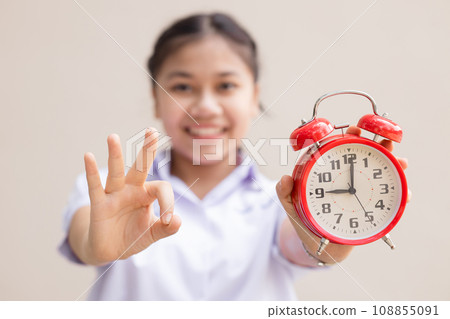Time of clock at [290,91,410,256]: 9:00
